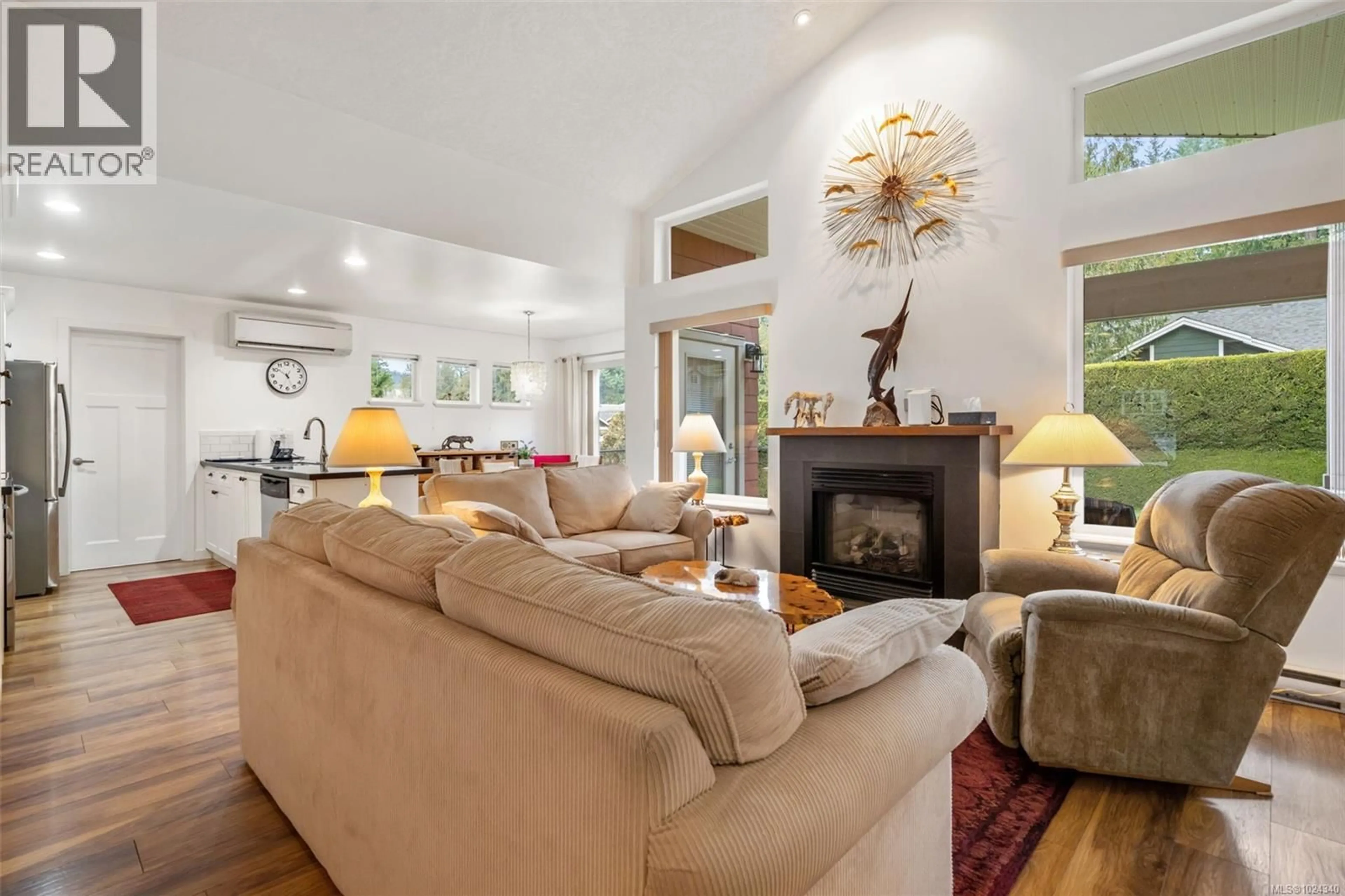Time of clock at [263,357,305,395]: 12:51
